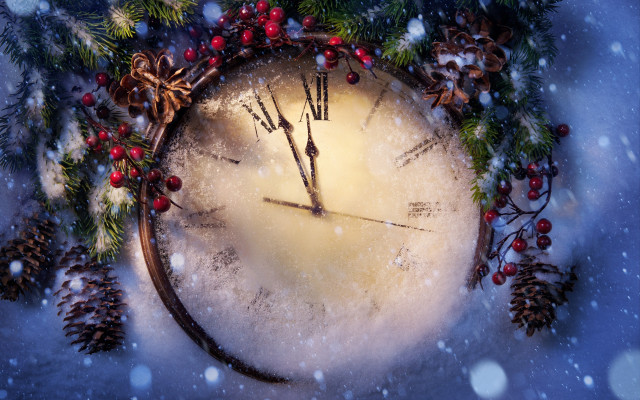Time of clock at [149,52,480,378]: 11:56
